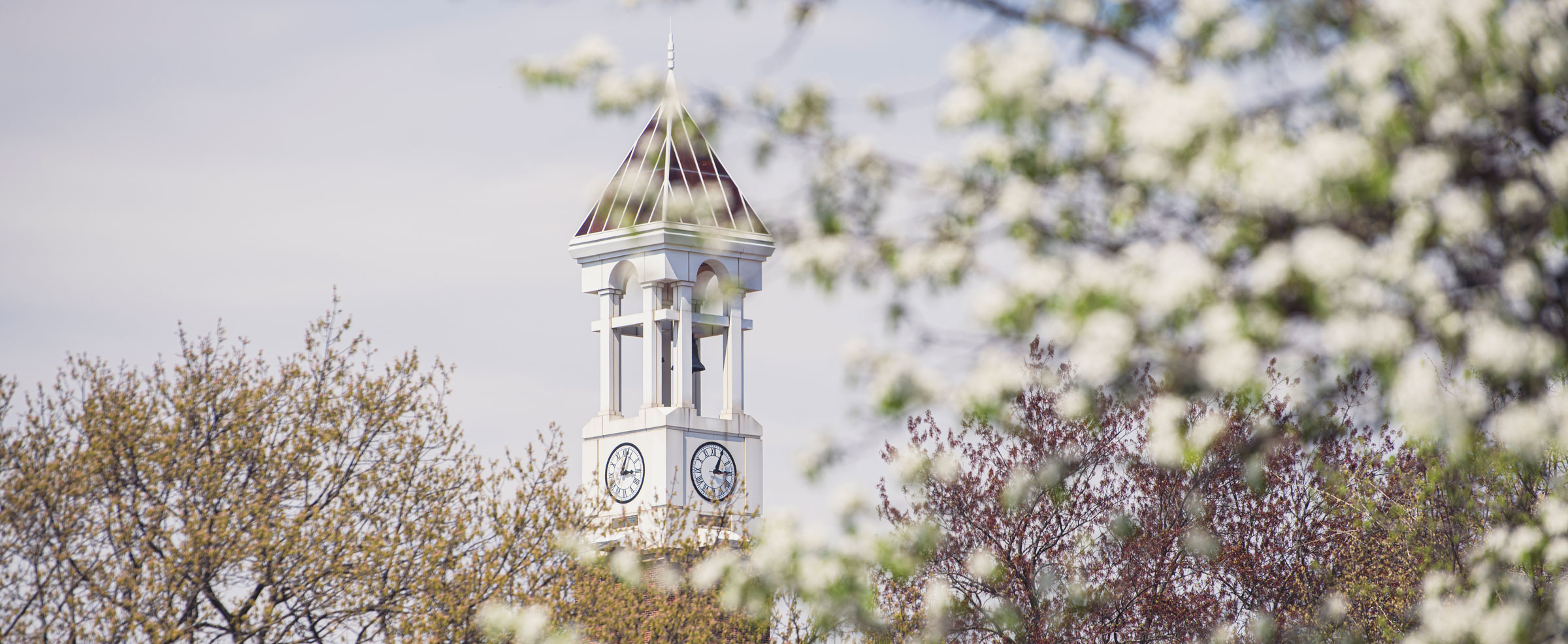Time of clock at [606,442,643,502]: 3:02
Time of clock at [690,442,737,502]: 3:04
